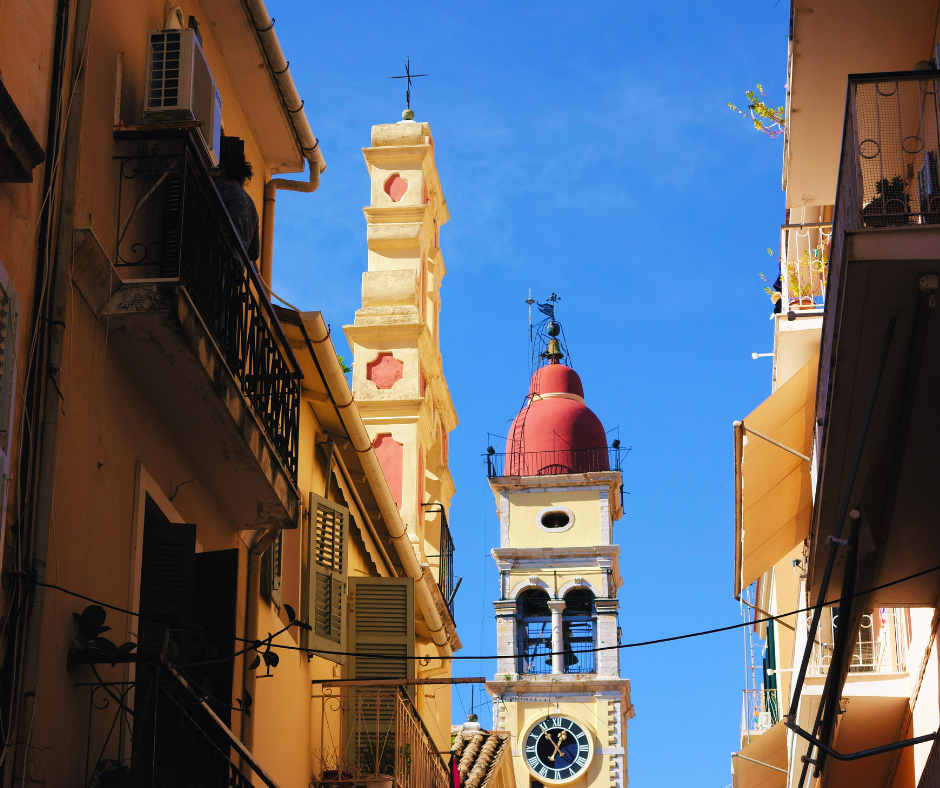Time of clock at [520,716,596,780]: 12:53
